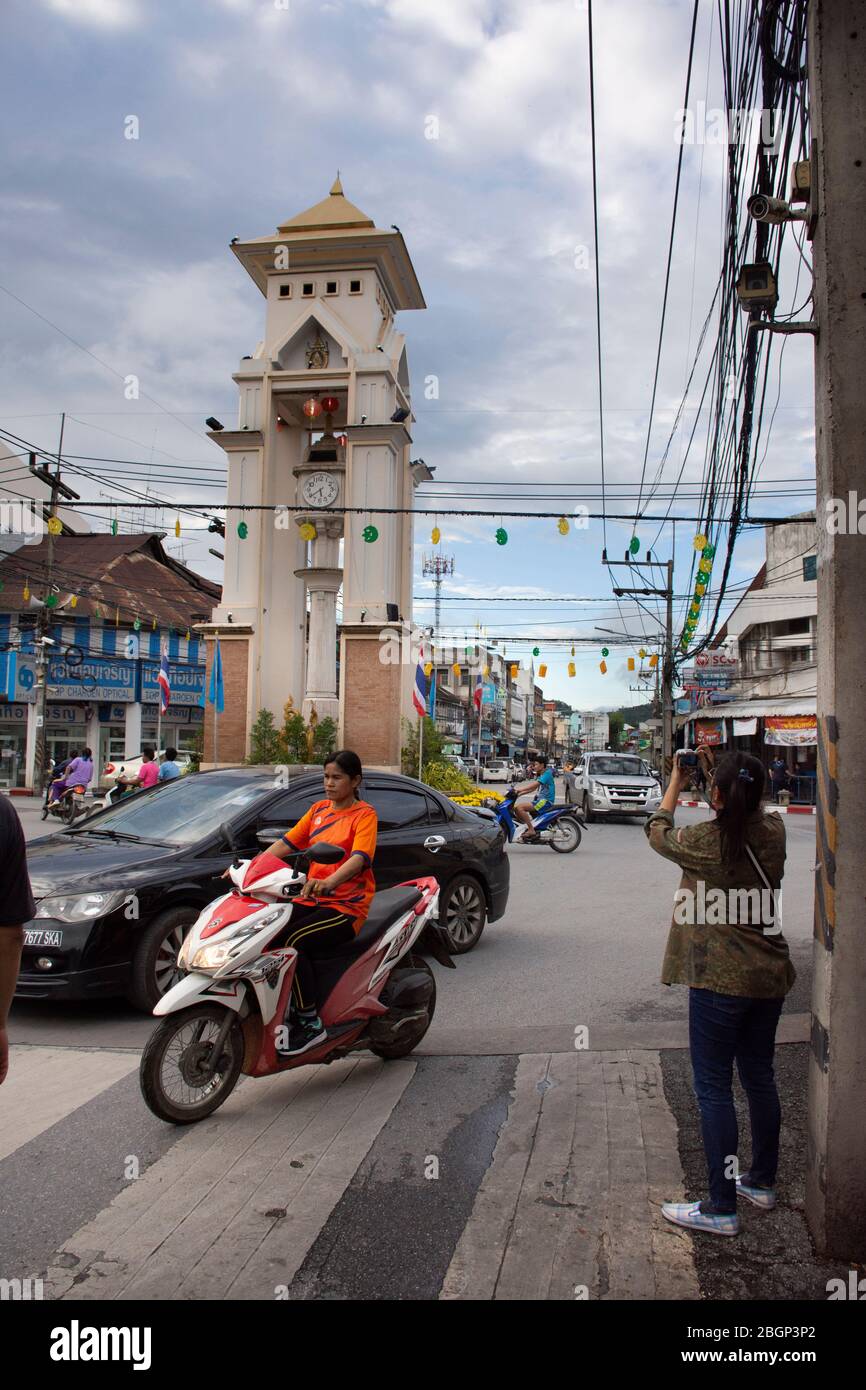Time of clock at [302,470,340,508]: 5:38
